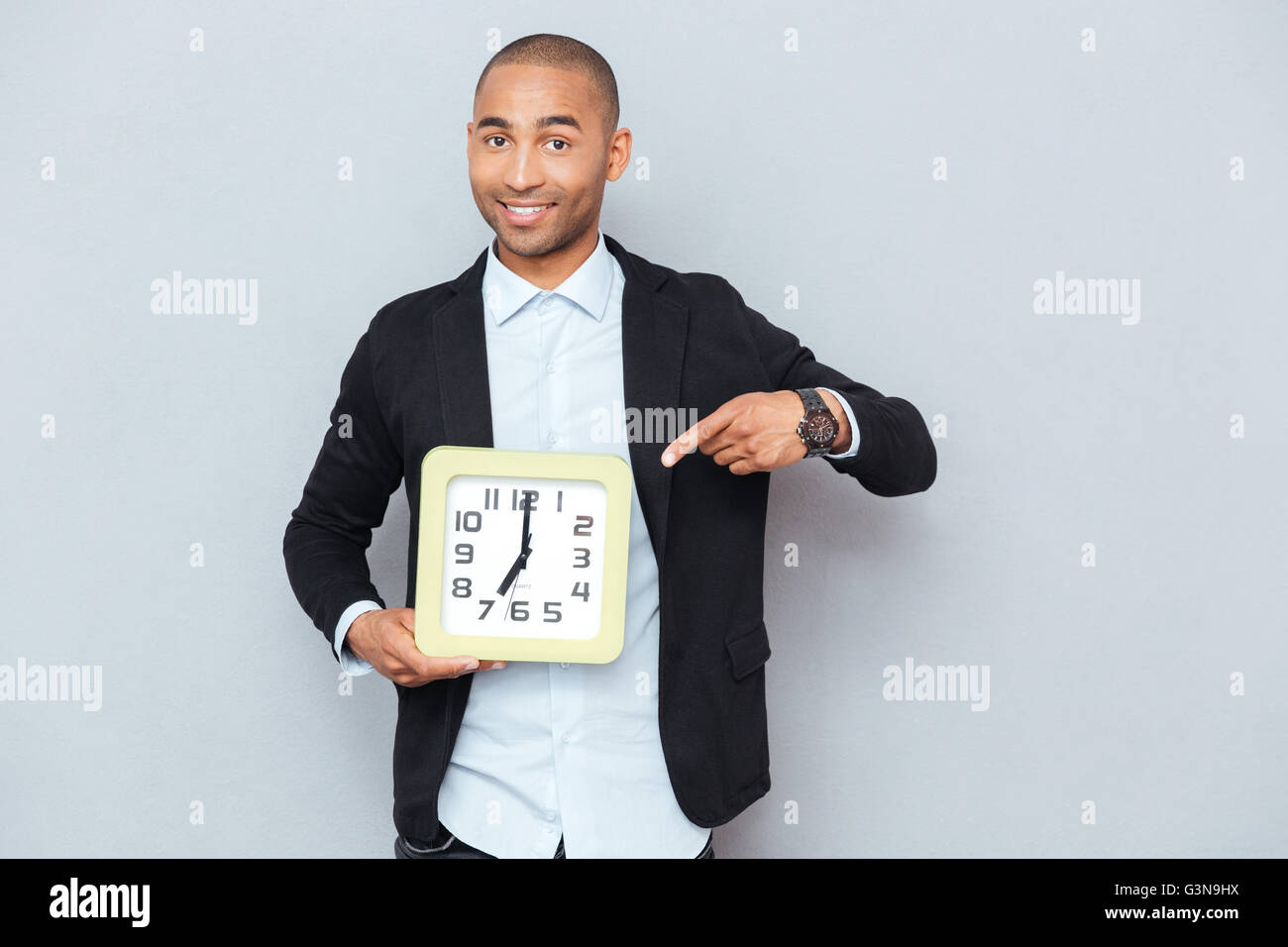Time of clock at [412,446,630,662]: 7:00
